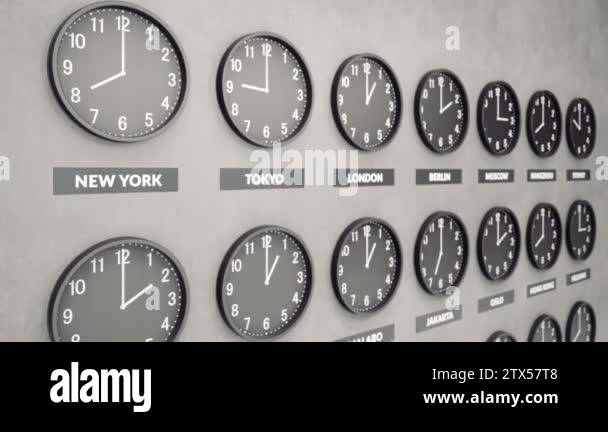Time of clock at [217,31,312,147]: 9:00
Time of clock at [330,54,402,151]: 1:00
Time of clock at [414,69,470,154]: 2:00
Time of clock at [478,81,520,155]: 3:00
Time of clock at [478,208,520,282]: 2:00
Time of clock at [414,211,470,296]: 7:00
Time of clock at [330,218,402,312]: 1:00
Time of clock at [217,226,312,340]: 1:00
